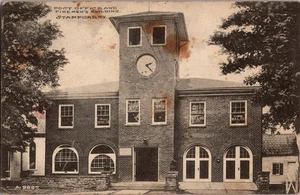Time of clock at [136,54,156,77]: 2:22
